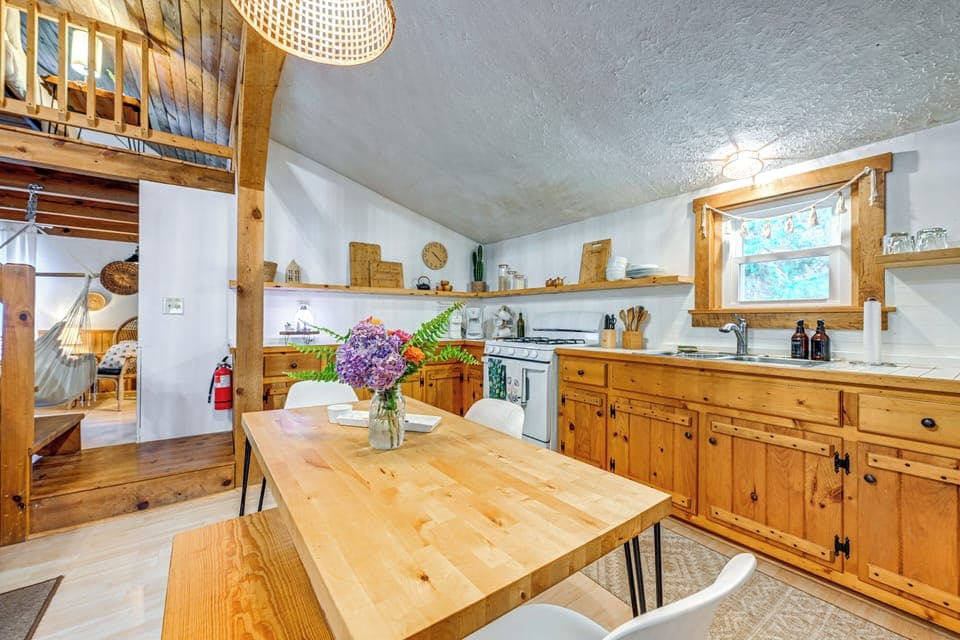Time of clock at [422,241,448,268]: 4:22
